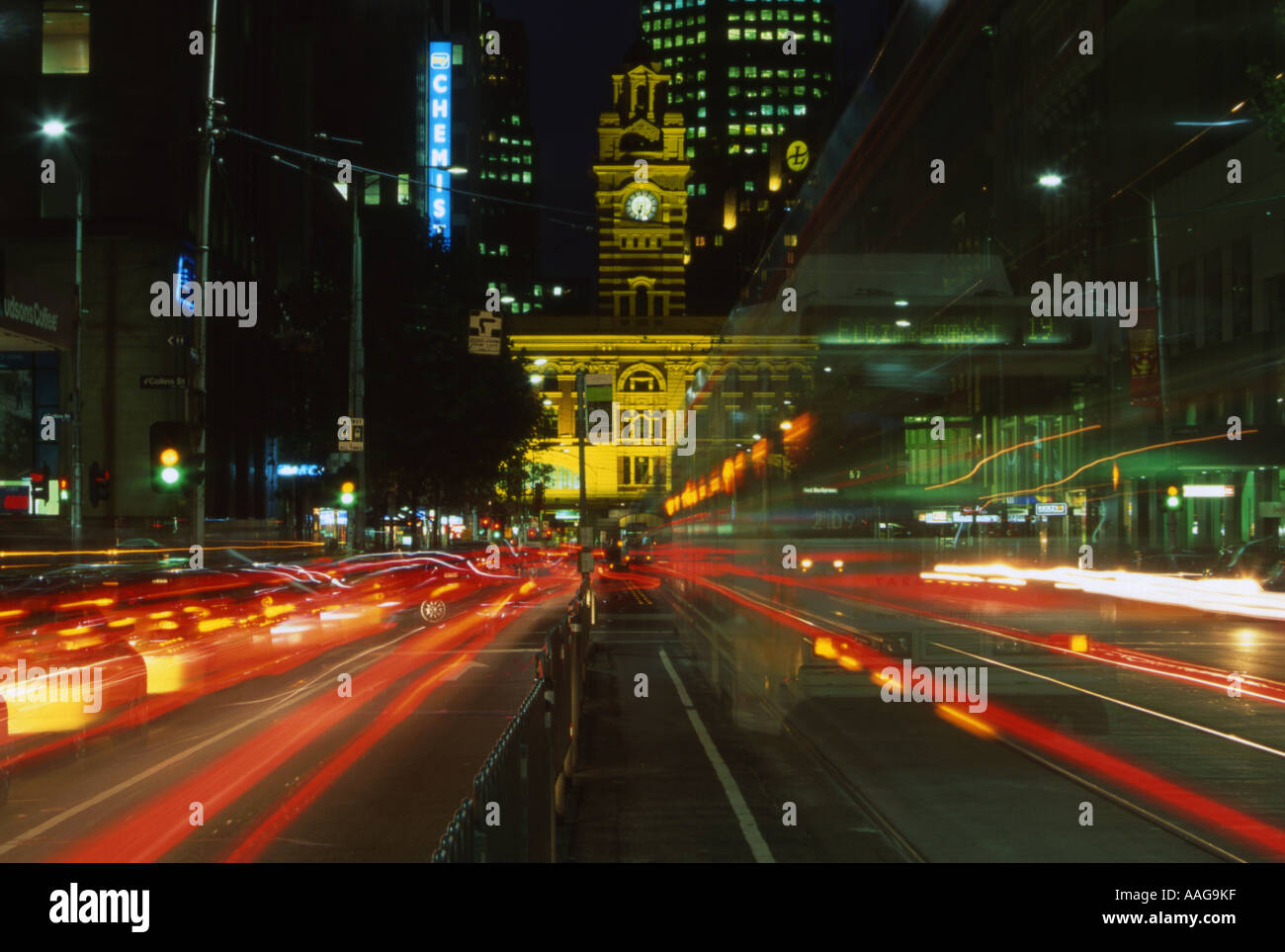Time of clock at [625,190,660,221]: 6:32
